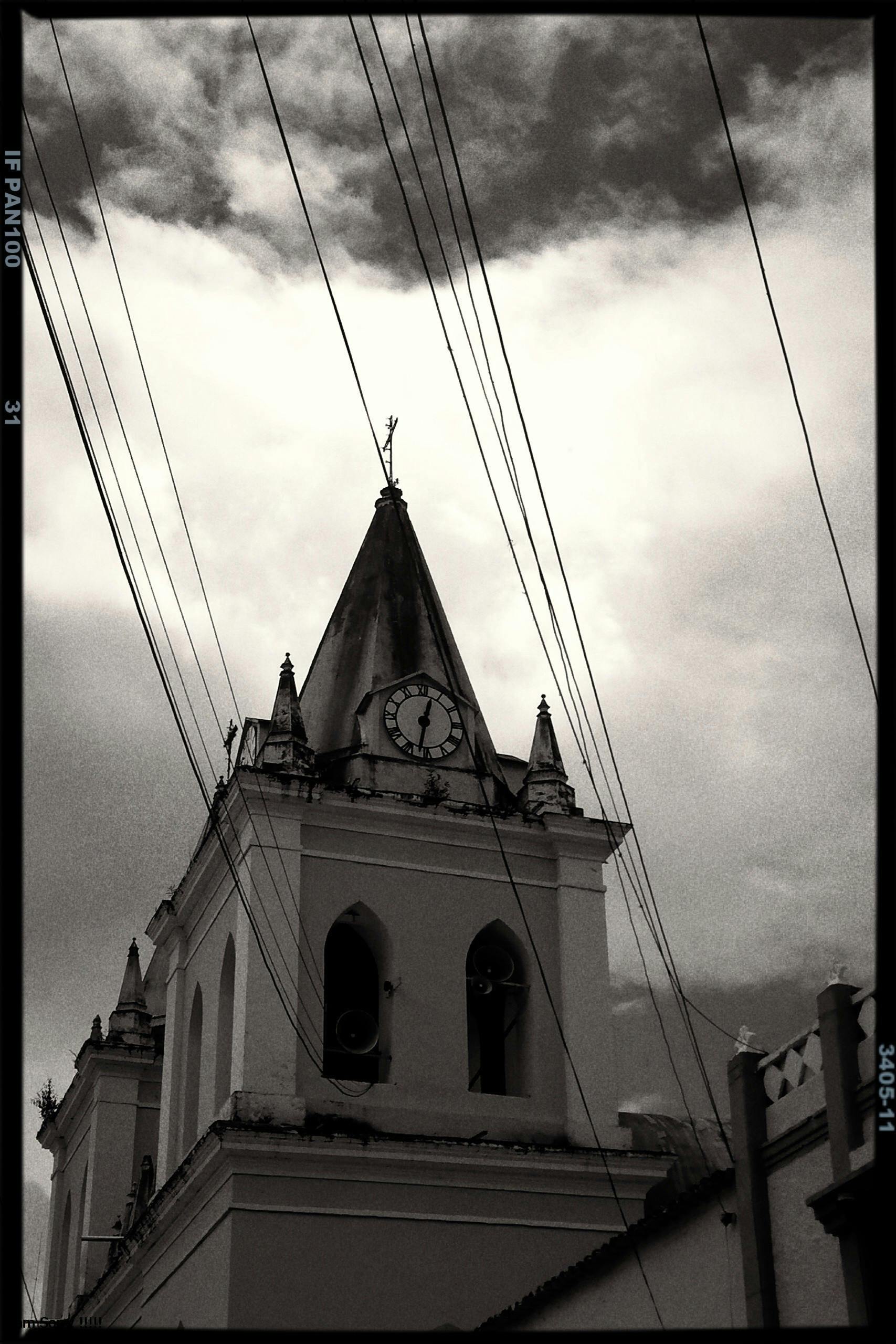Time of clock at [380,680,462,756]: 12:32
